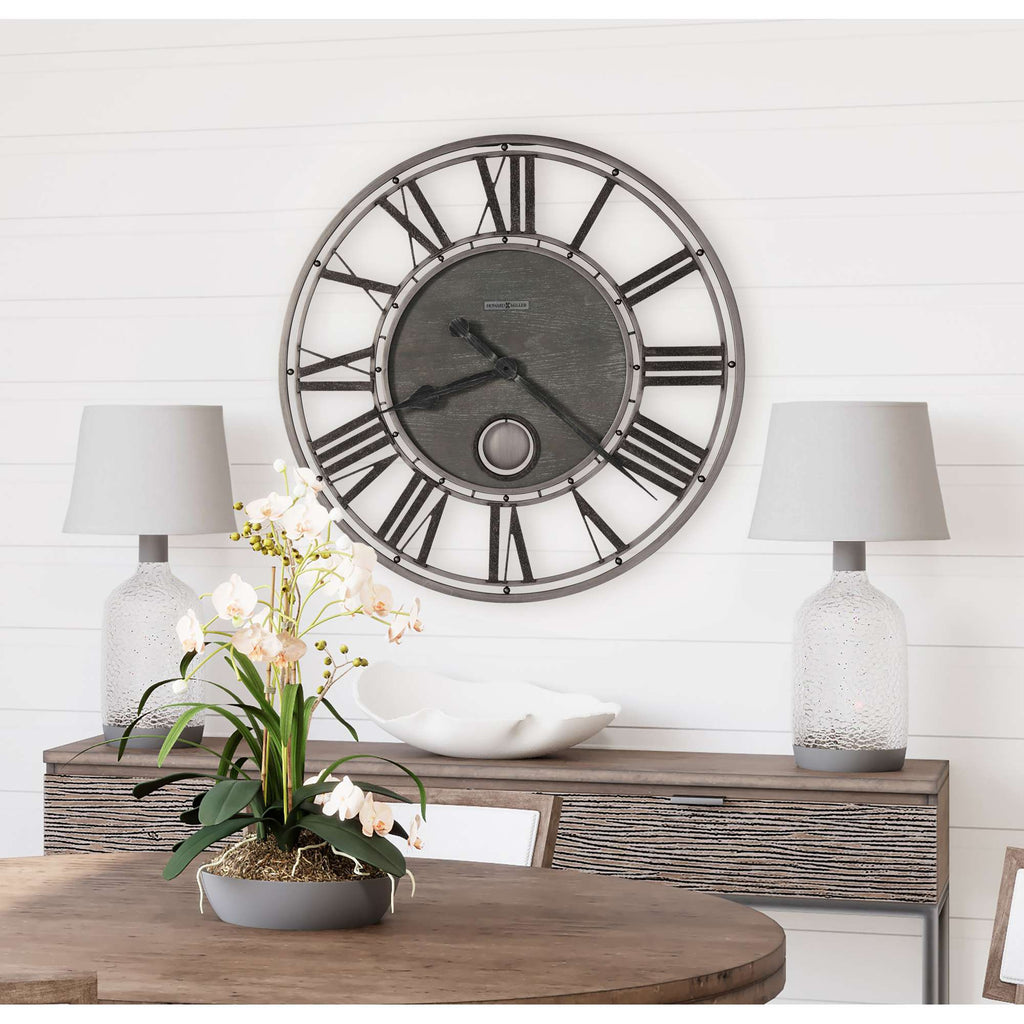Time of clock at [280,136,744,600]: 8:21
